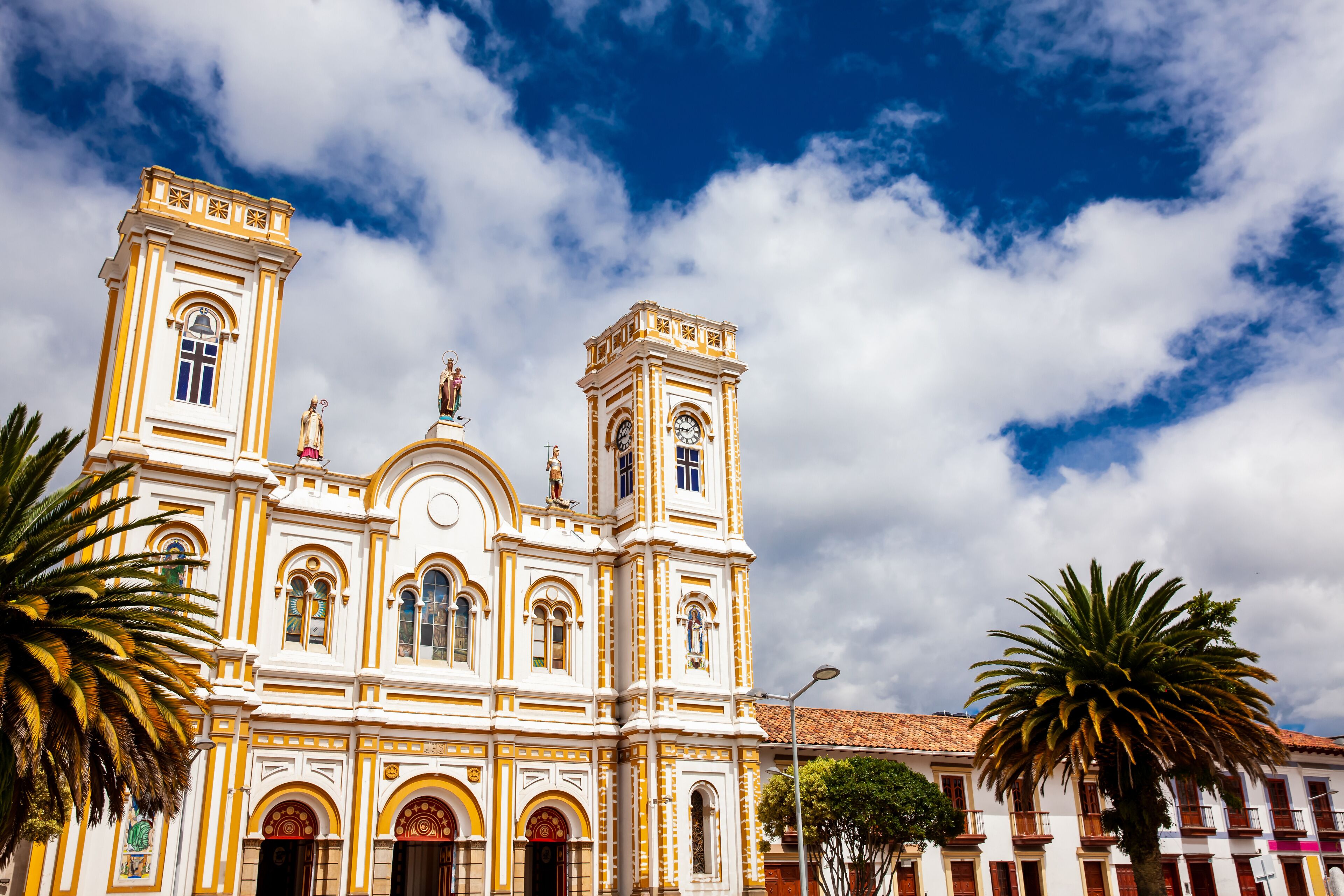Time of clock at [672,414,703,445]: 9:09
